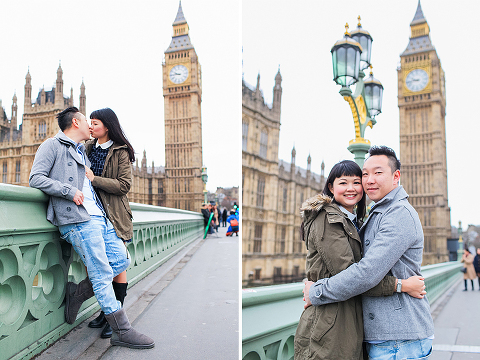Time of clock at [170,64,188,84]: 9:44
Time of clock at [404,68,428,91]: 9:43
